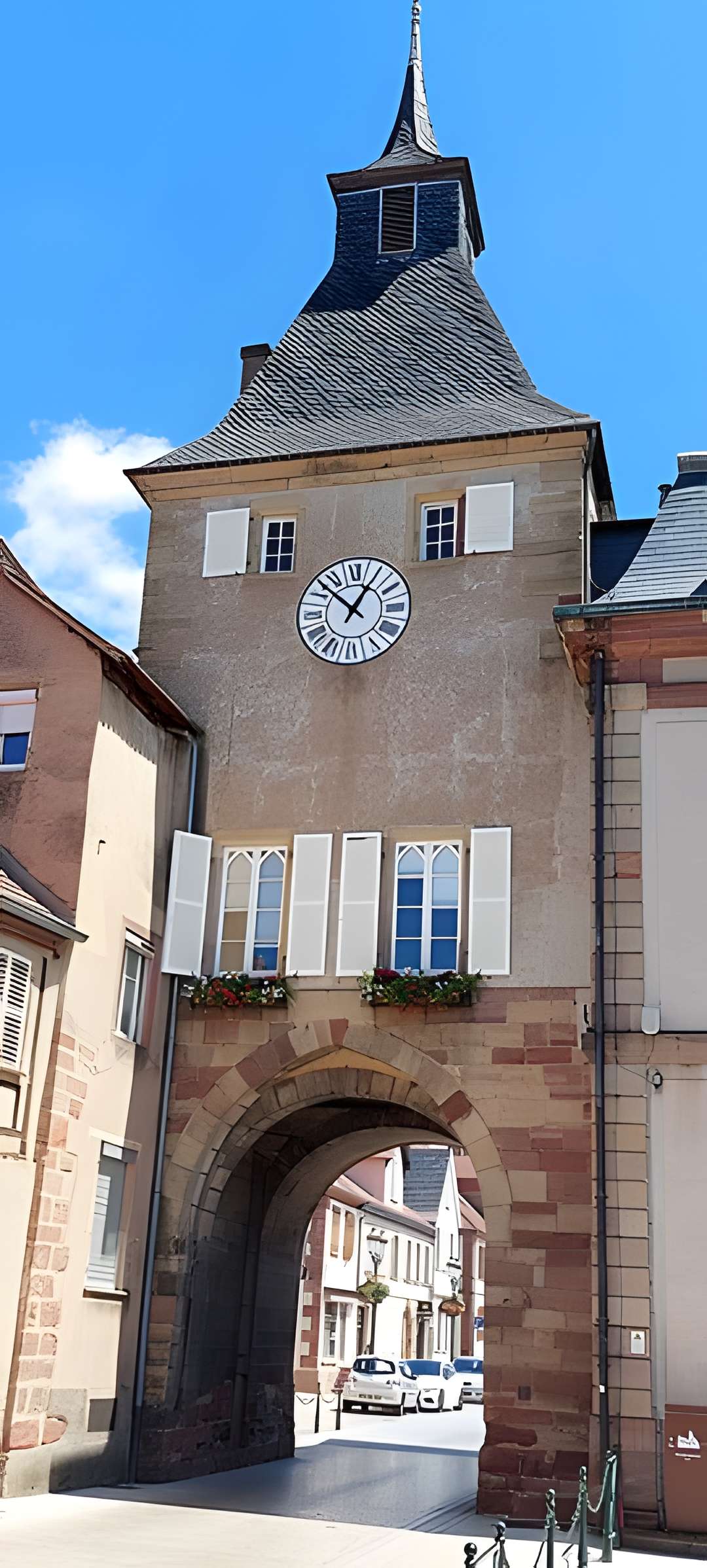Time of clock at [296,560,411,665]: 12:52
